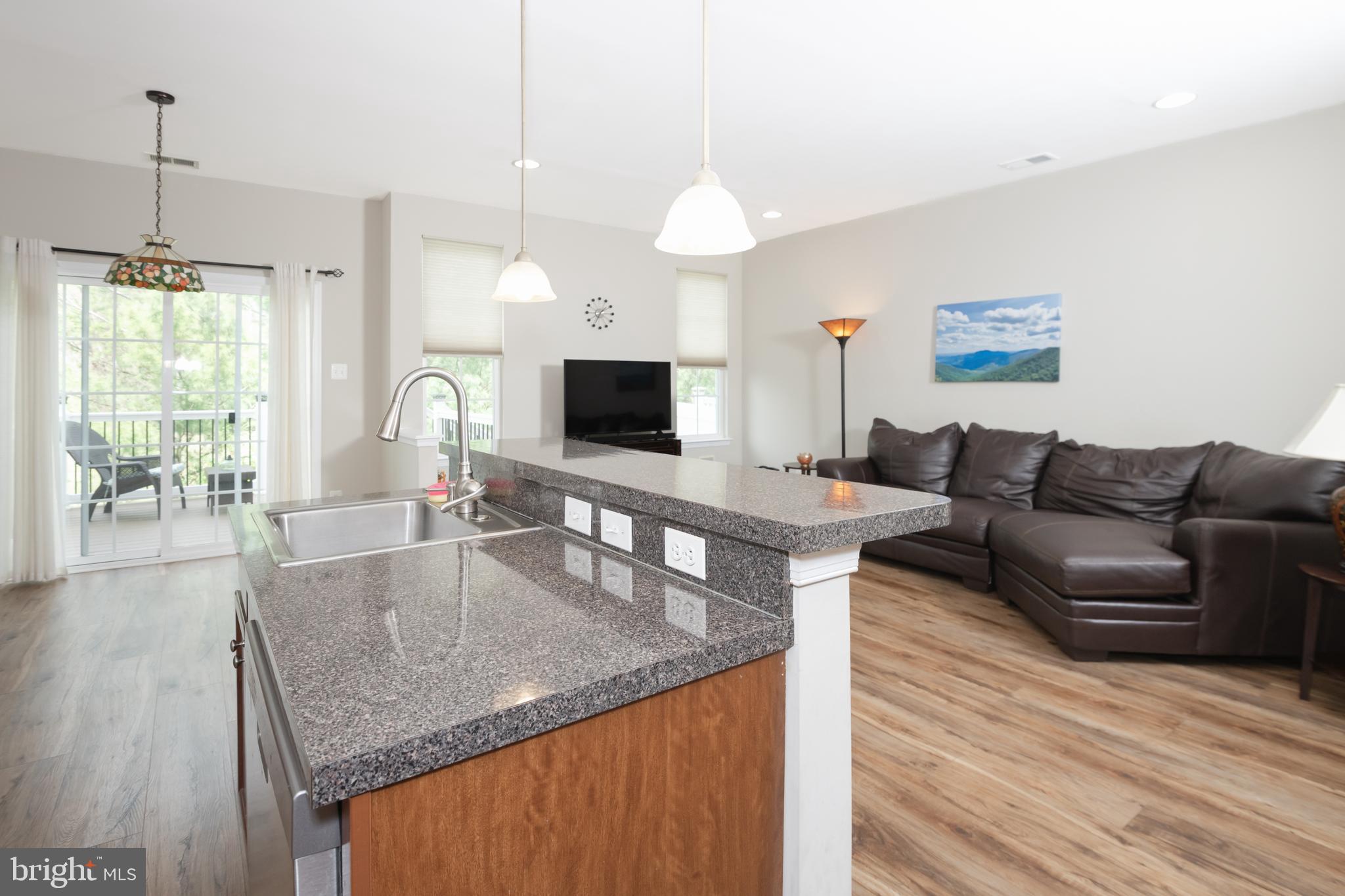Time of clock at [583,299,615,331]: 1:34
